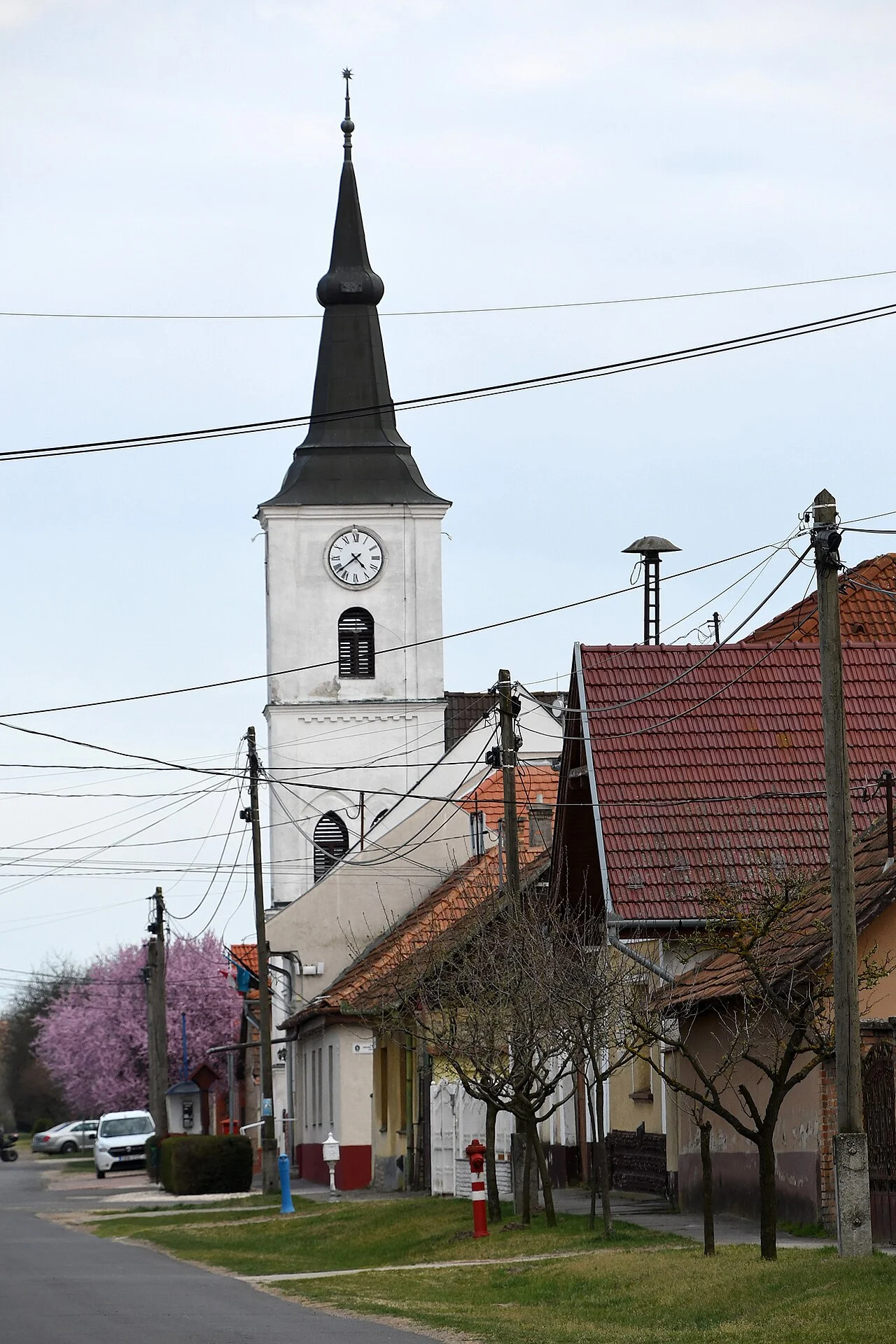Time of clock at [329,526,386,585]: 4:38
